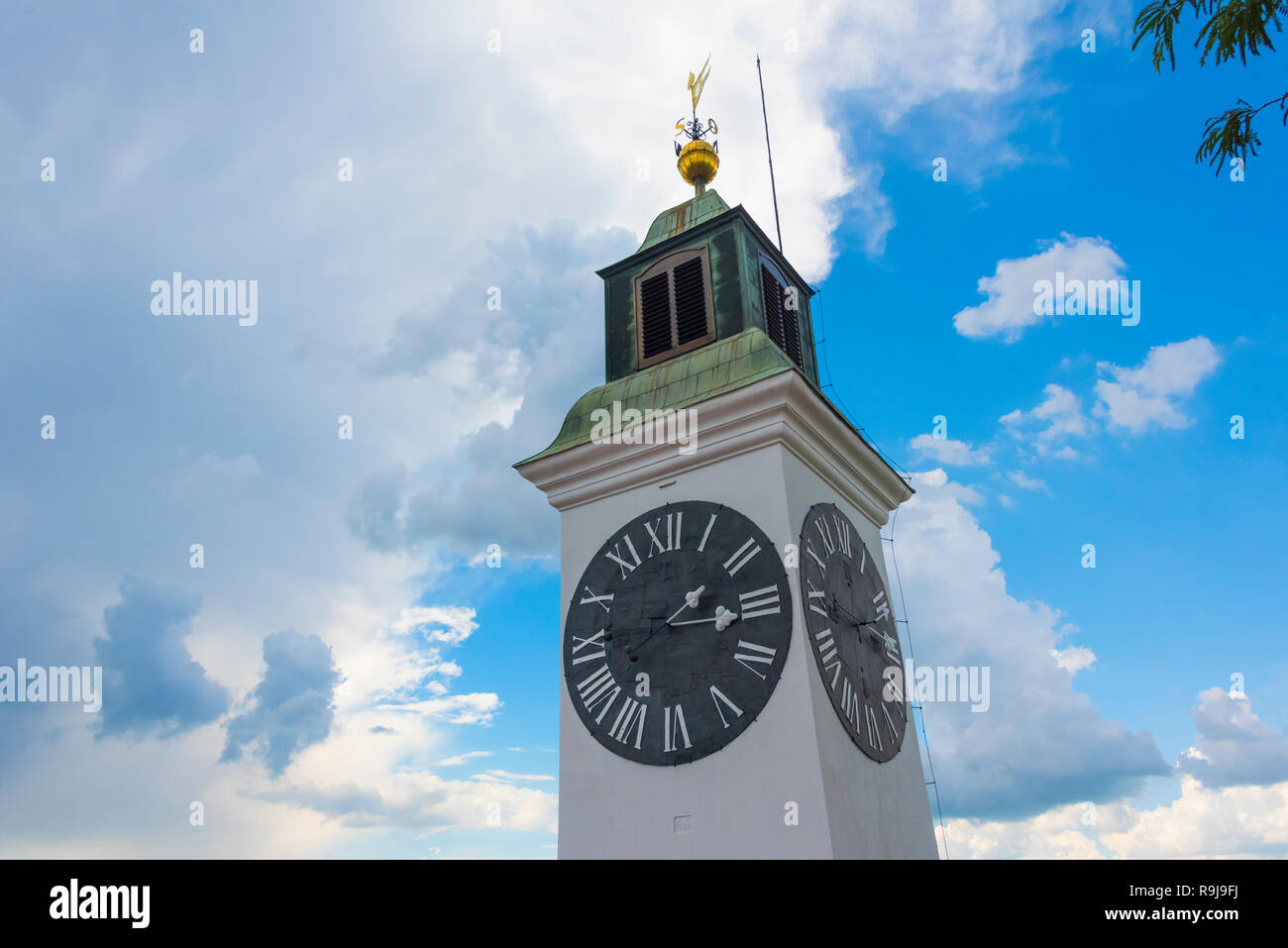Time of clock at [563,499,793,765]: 2:16
